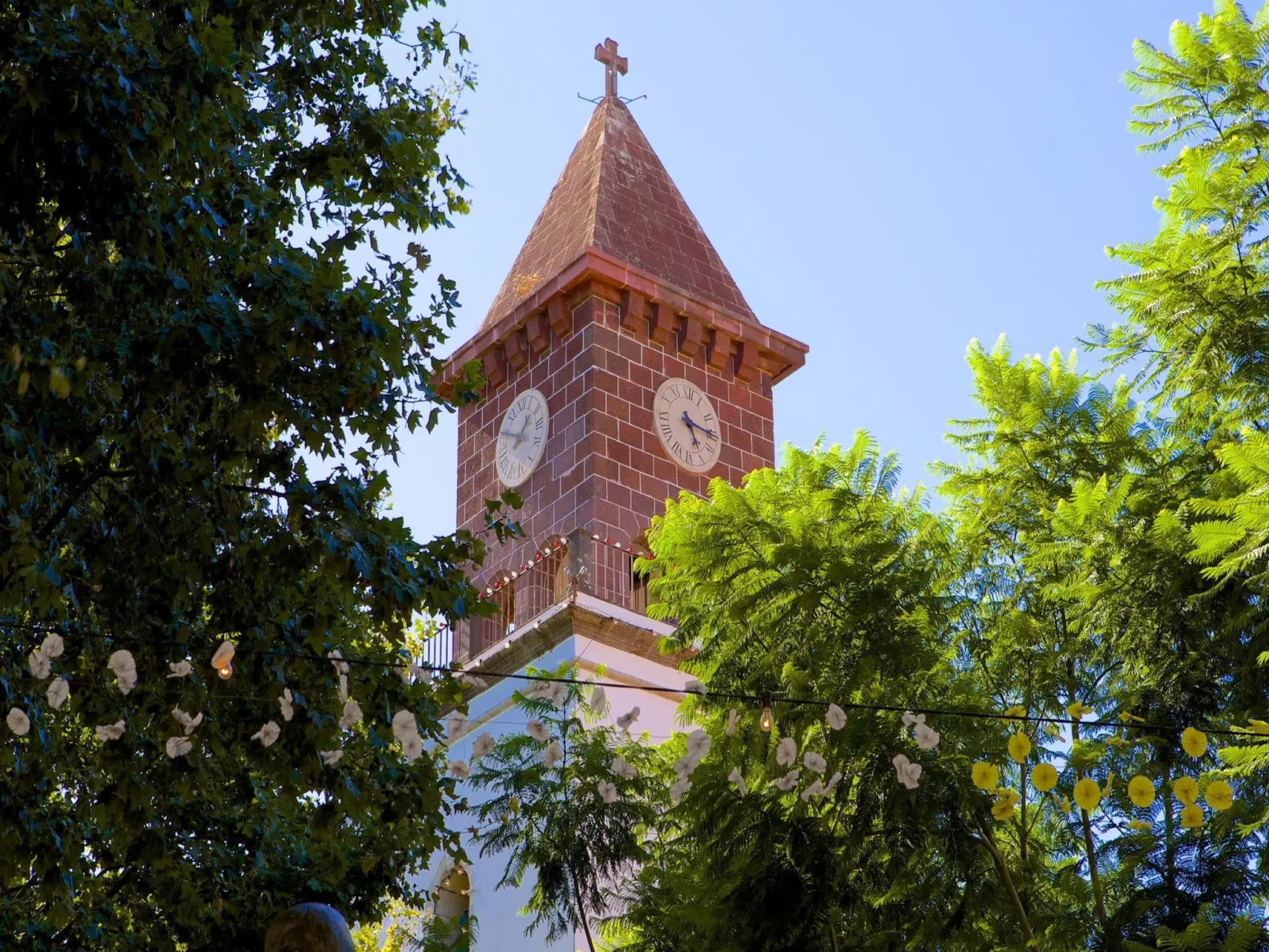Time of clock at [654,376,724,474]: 5:15
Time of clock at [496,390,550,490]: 1:46
